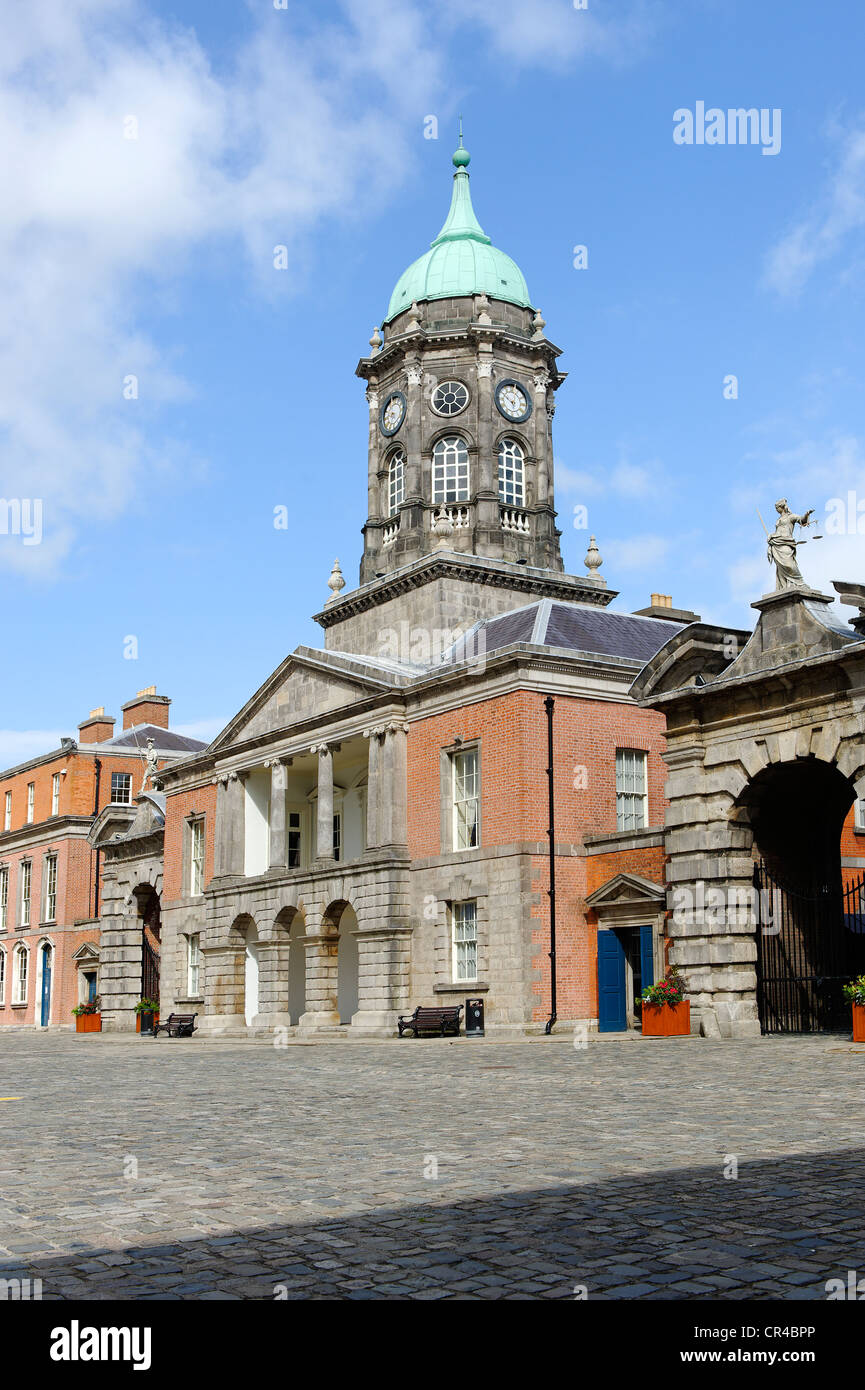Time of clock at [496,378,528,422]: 5:49
